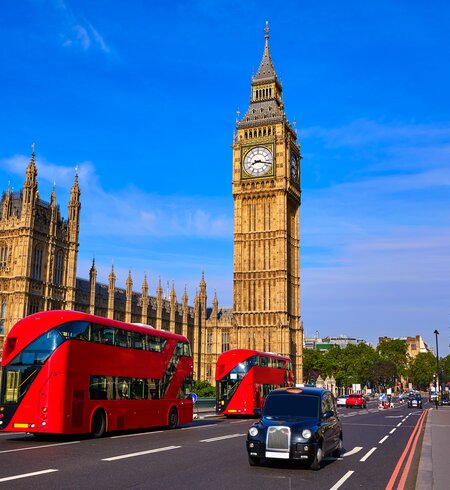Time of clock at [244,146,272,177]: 8:17
